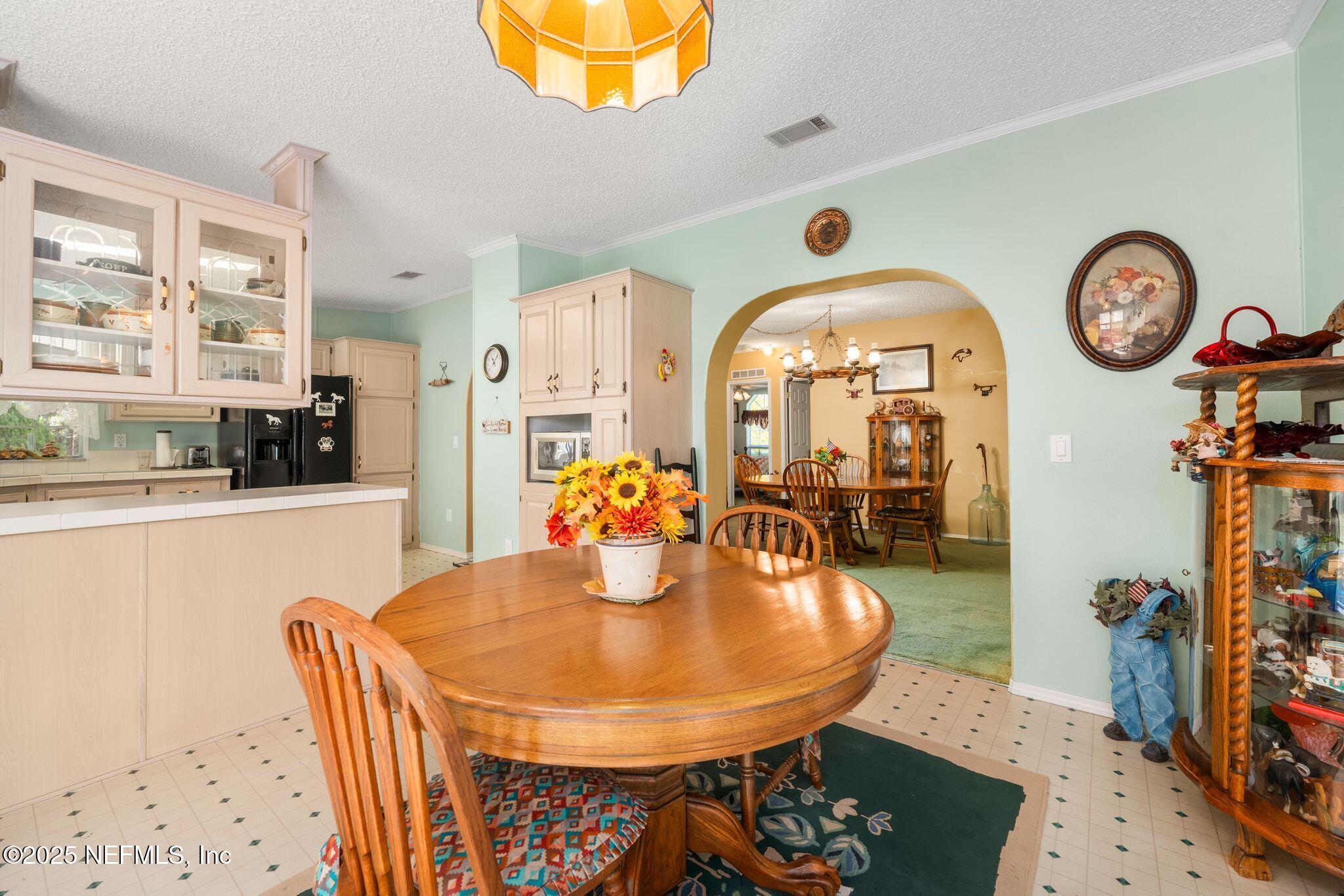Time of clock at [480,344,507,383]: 11:07
